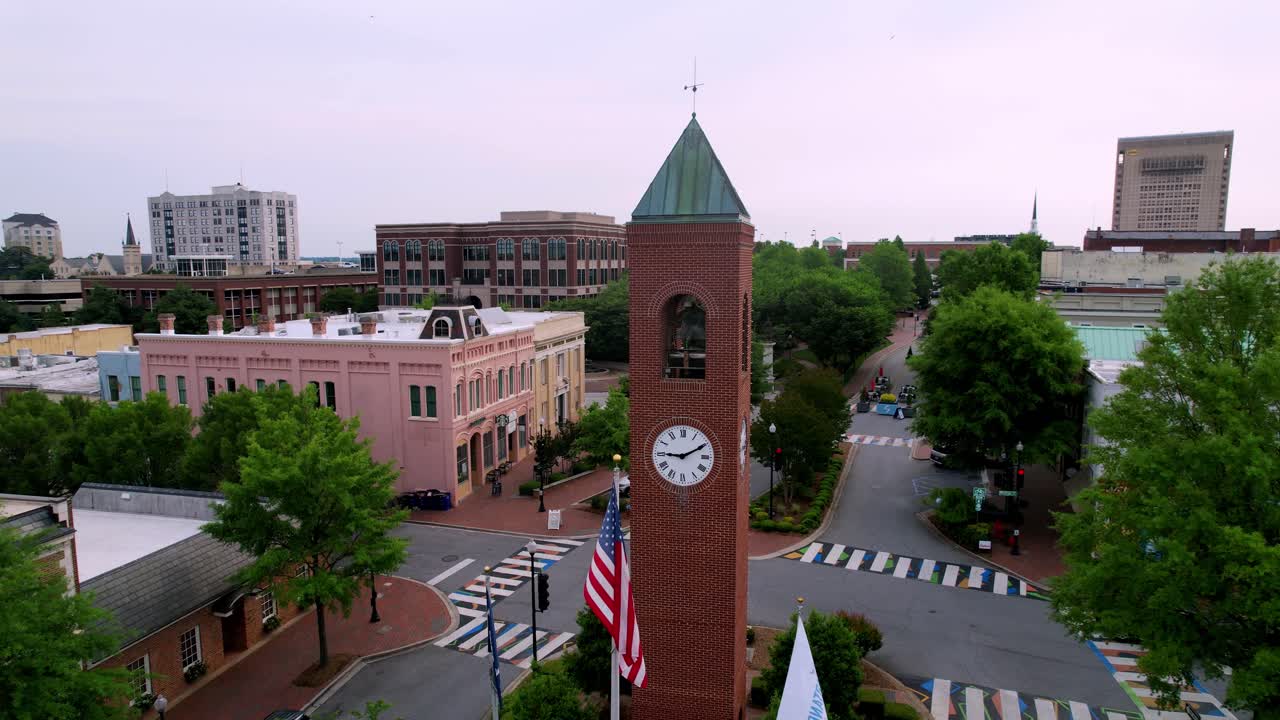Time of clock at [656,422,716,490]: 9:10
